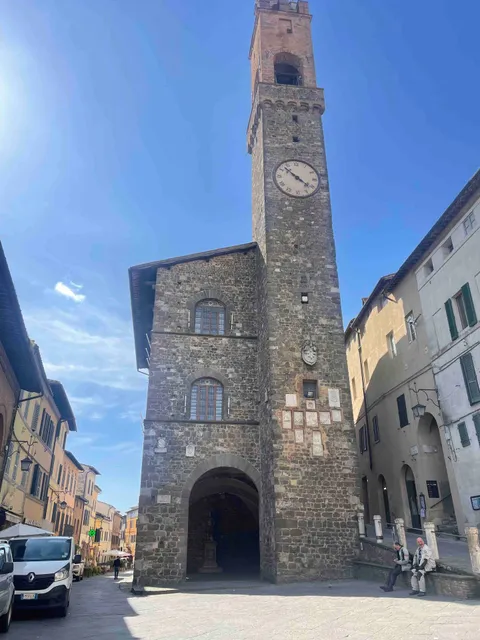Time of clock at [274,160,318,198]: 10:21
